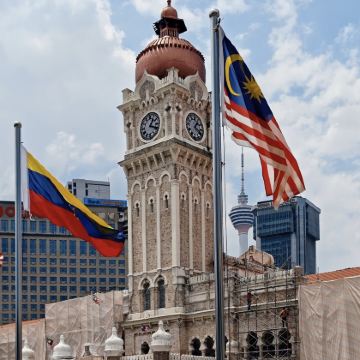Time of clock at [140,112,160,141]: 1:18
